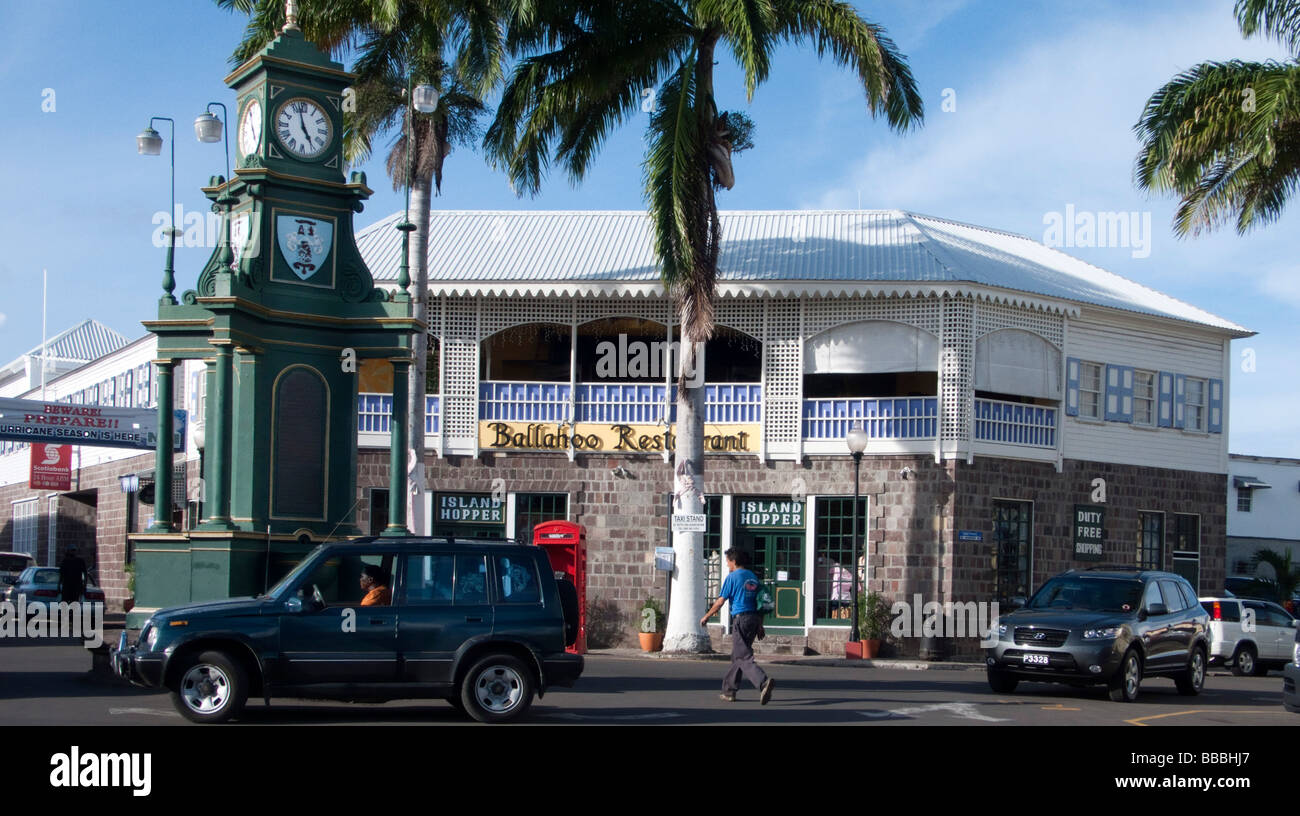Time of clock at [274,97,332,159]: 4:57
